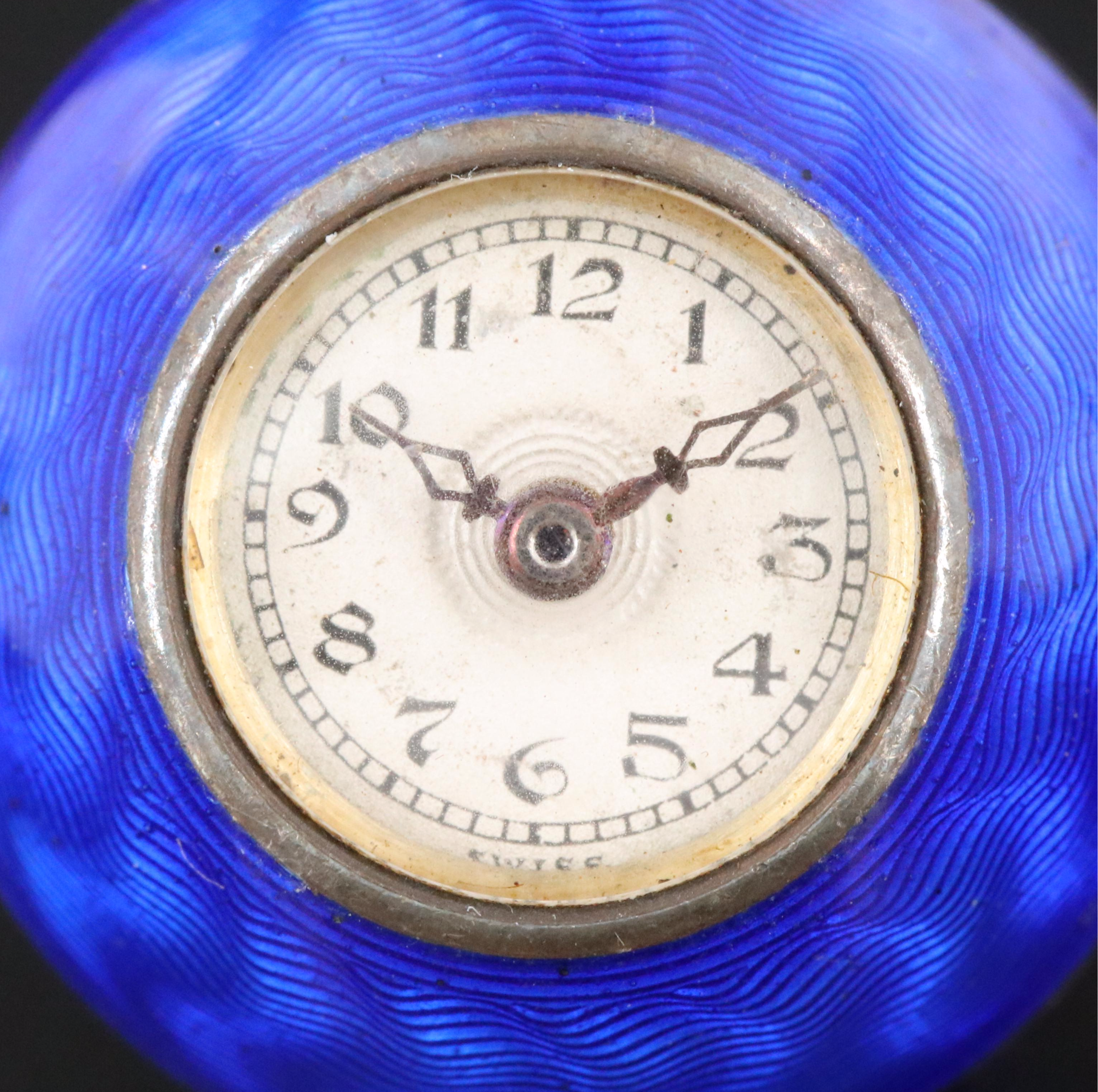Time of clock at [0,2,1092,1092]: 1:50
